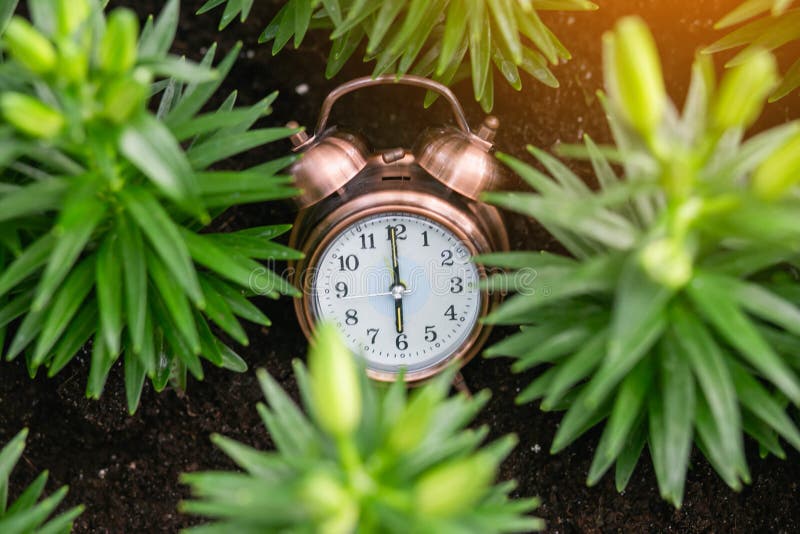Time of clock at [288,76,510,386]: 5:59
